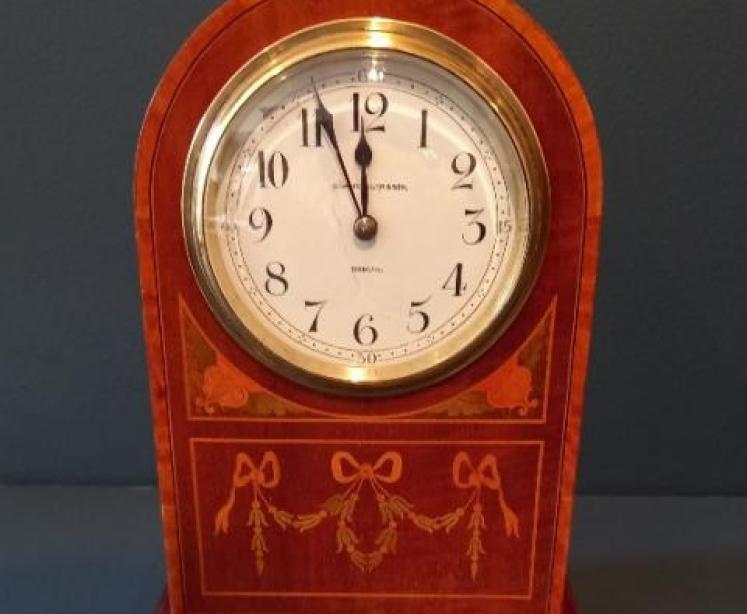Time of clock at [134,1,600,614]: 11:56
